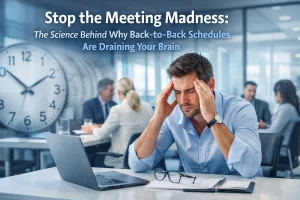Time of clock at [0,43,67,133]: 1:51
